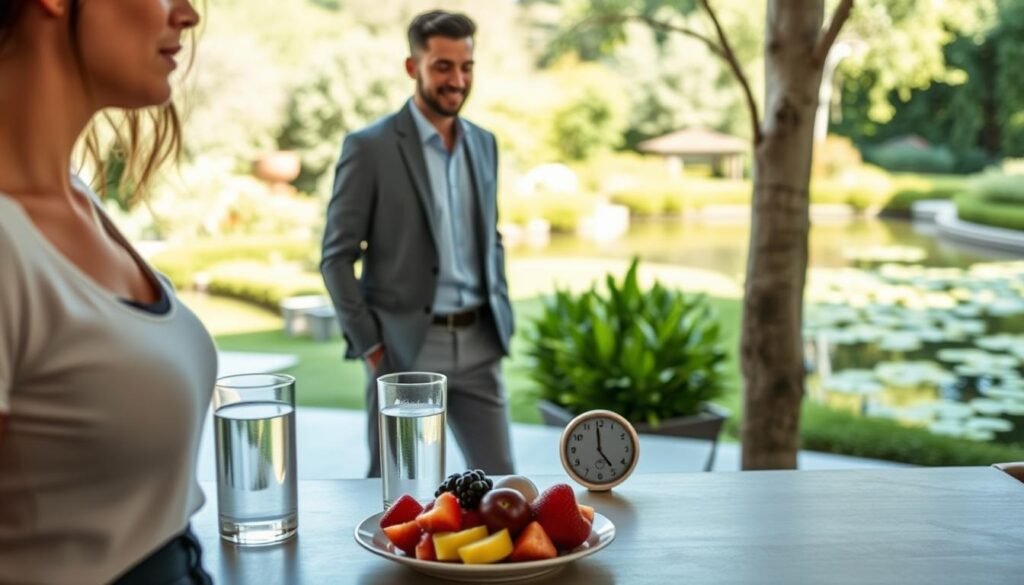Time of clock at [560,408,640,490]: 4:59
